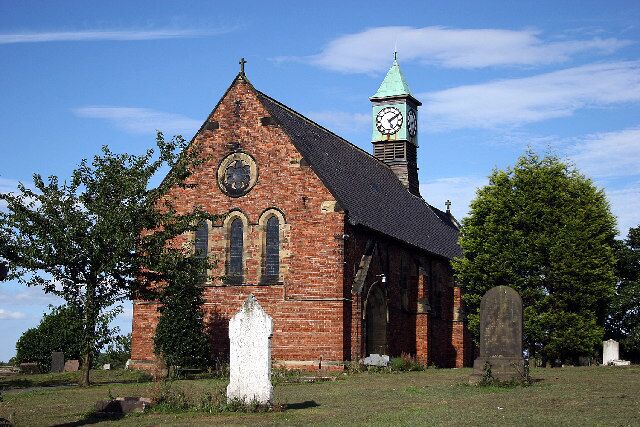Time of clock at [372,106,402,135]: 5:09
